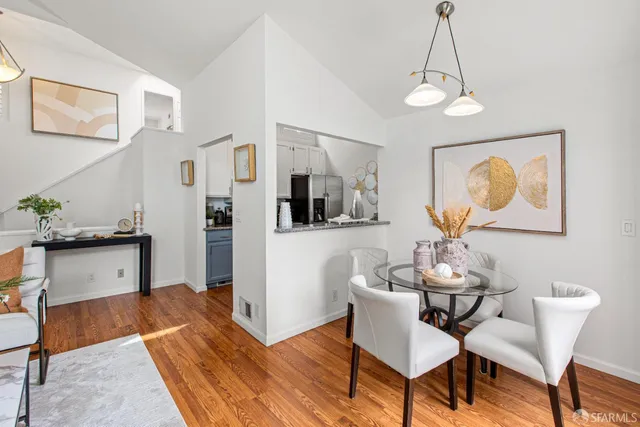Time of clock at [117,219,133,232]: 11:21
